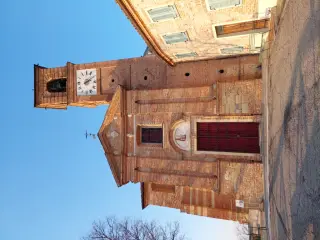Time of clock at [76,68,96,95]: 2:09
